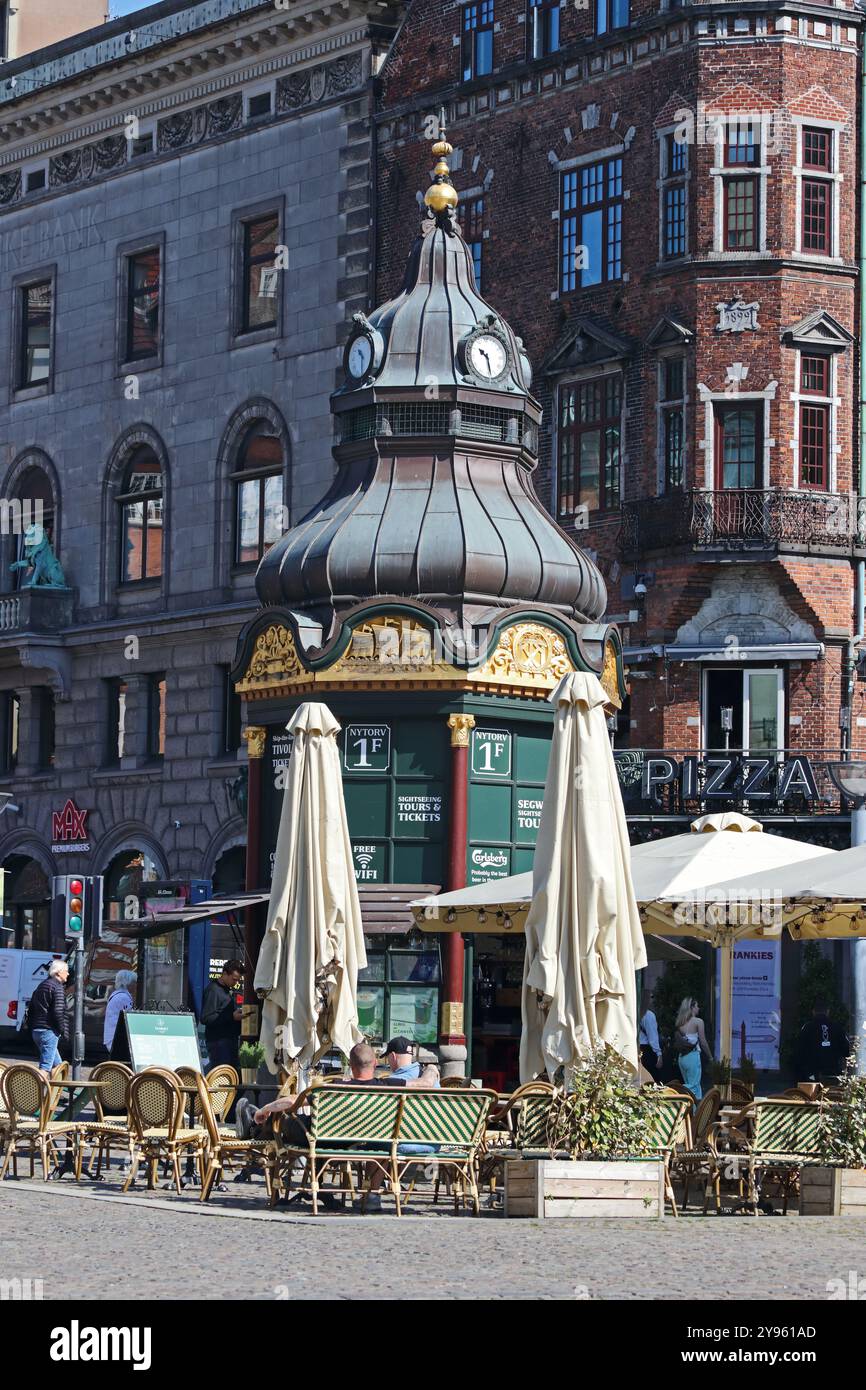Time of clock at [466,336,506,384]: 10:28
